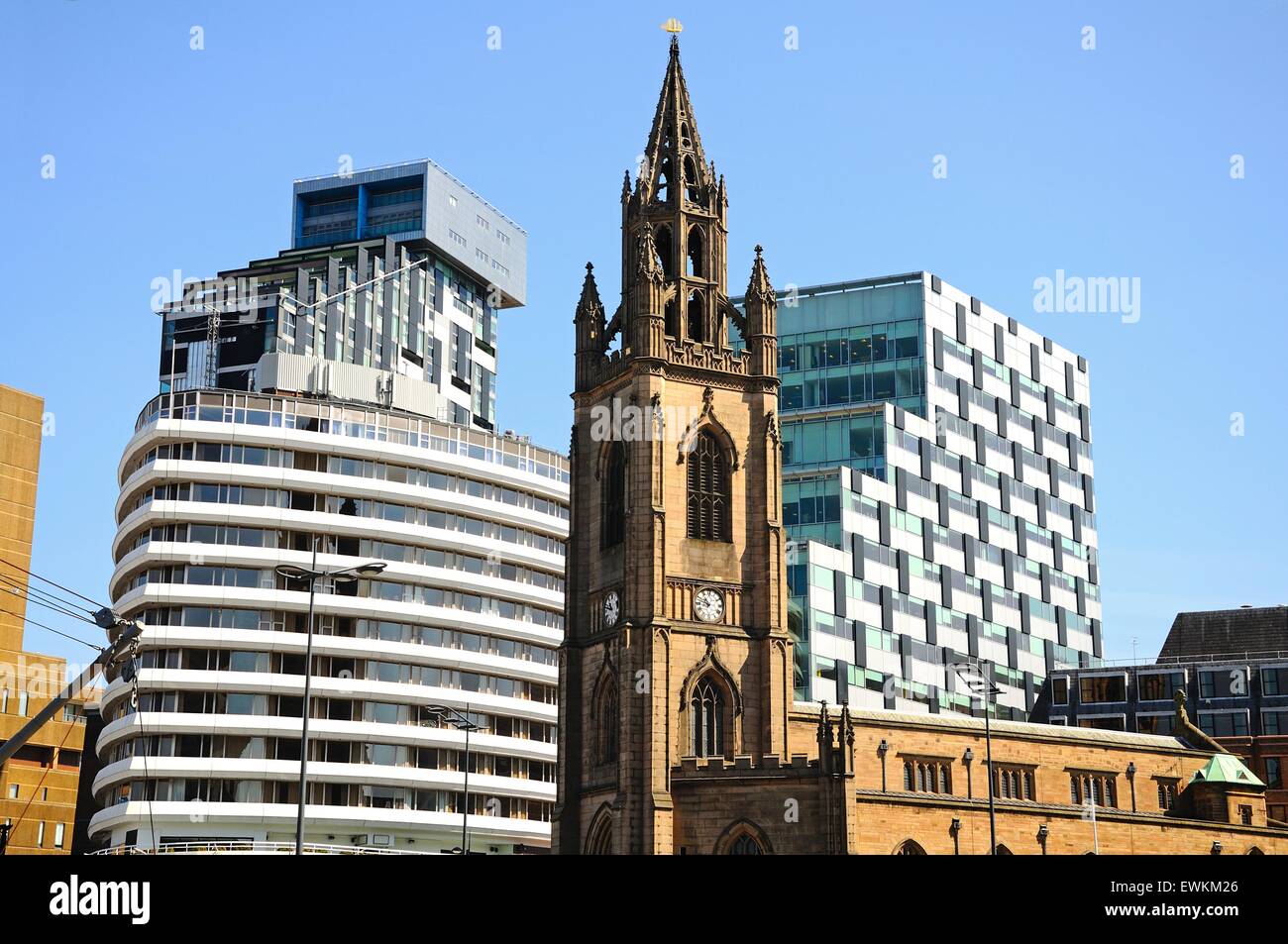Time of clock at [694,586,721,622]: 10:47
